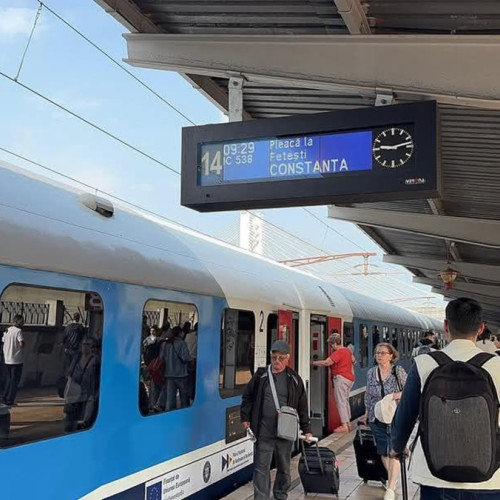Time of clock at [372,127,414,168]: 9:12
